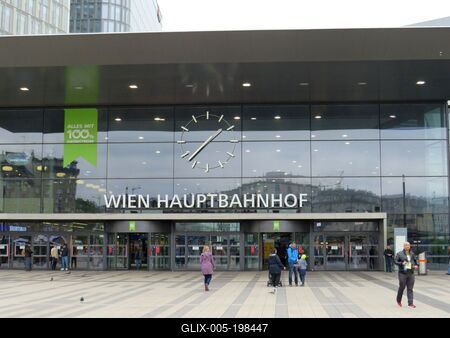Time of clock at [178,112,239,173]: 1:37
